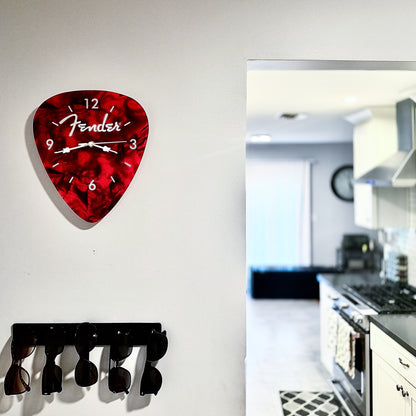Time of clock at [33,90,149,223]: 3:42
